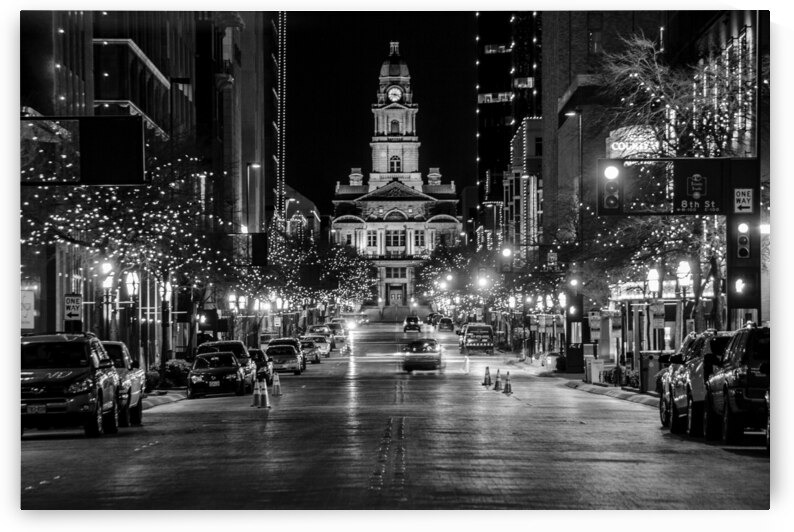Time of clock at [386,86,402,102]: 9:17
